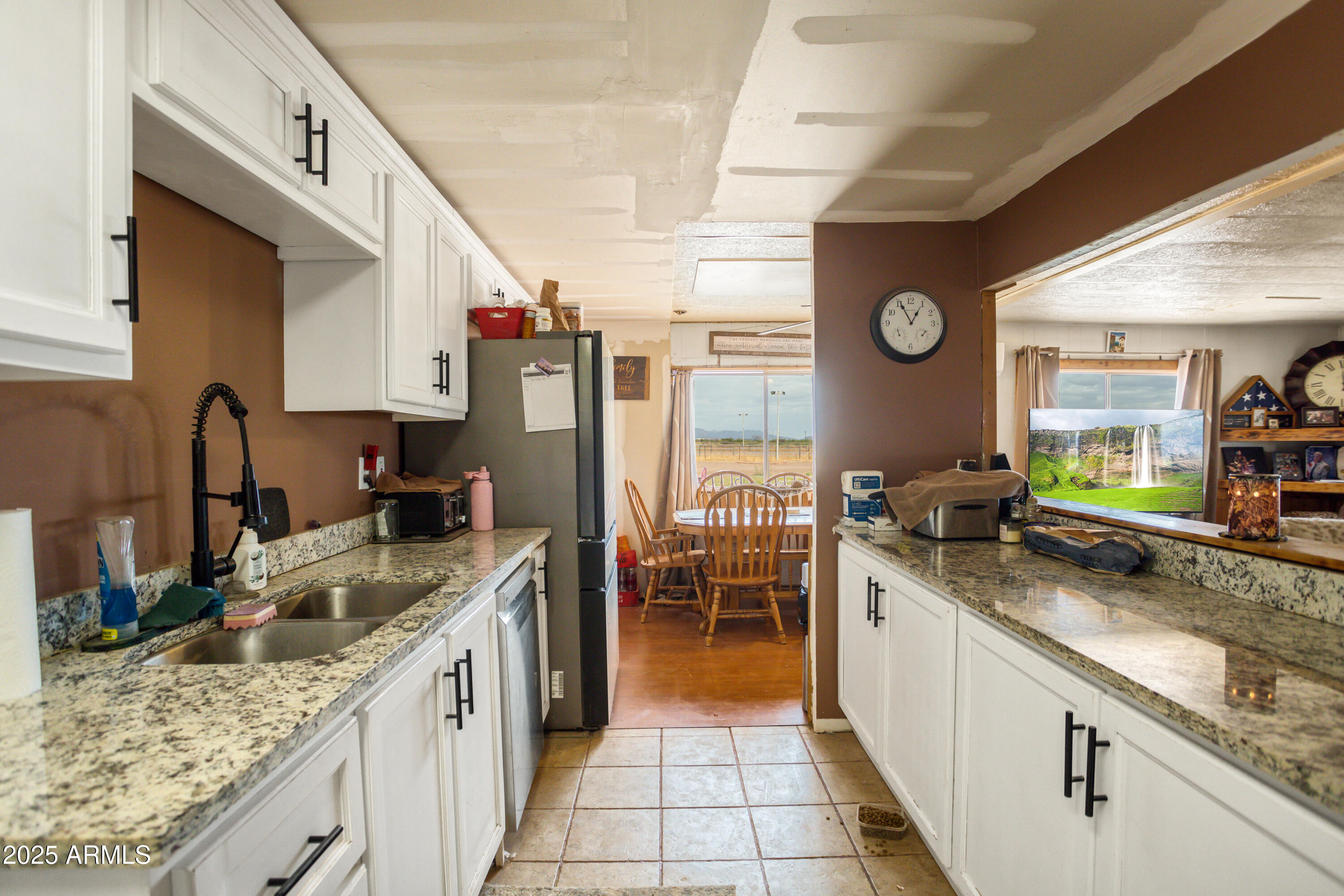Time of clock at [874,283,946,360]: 12:55
